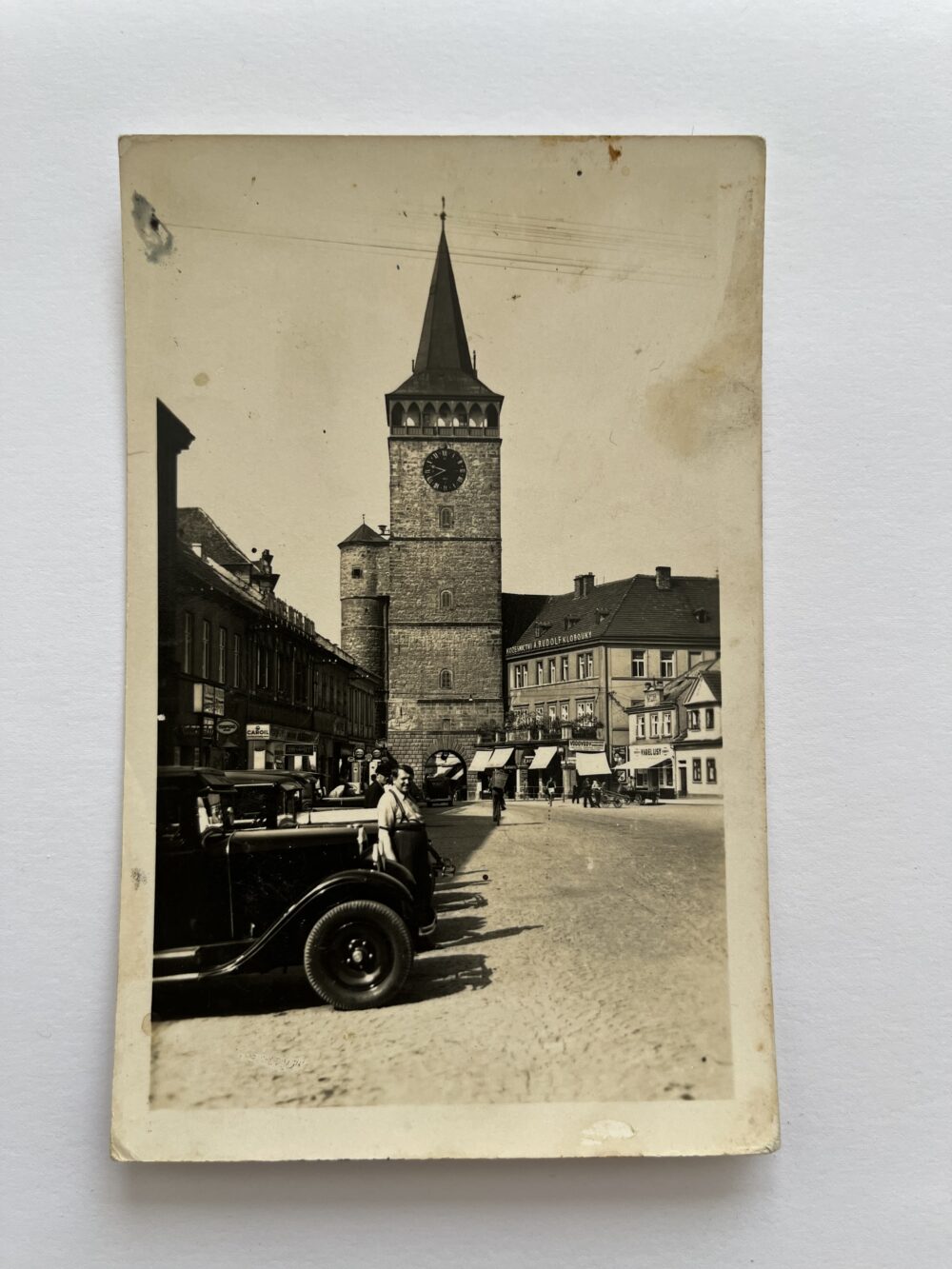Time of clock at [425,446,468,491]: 9:40
